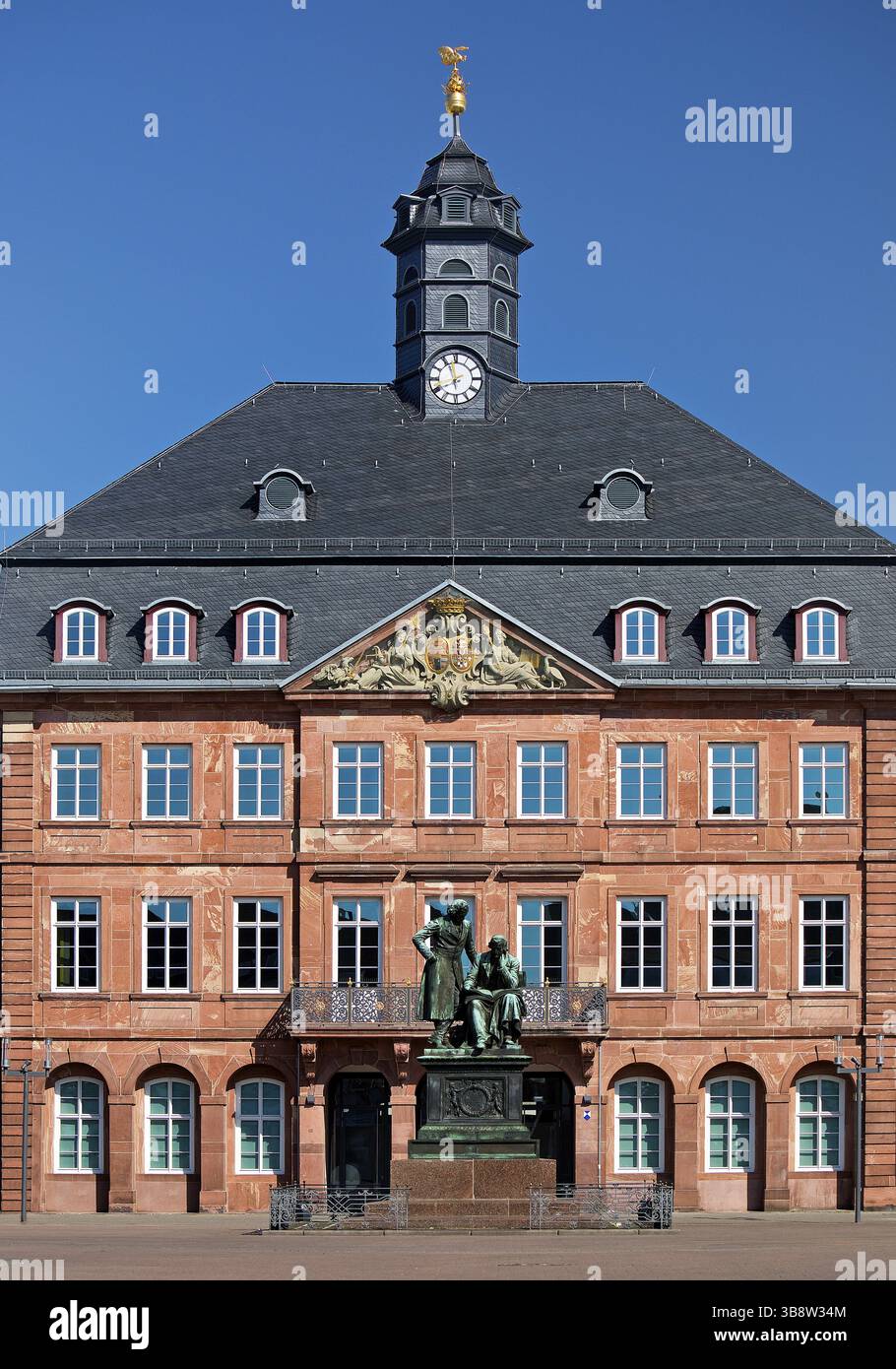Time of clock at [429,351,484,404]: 7:57
